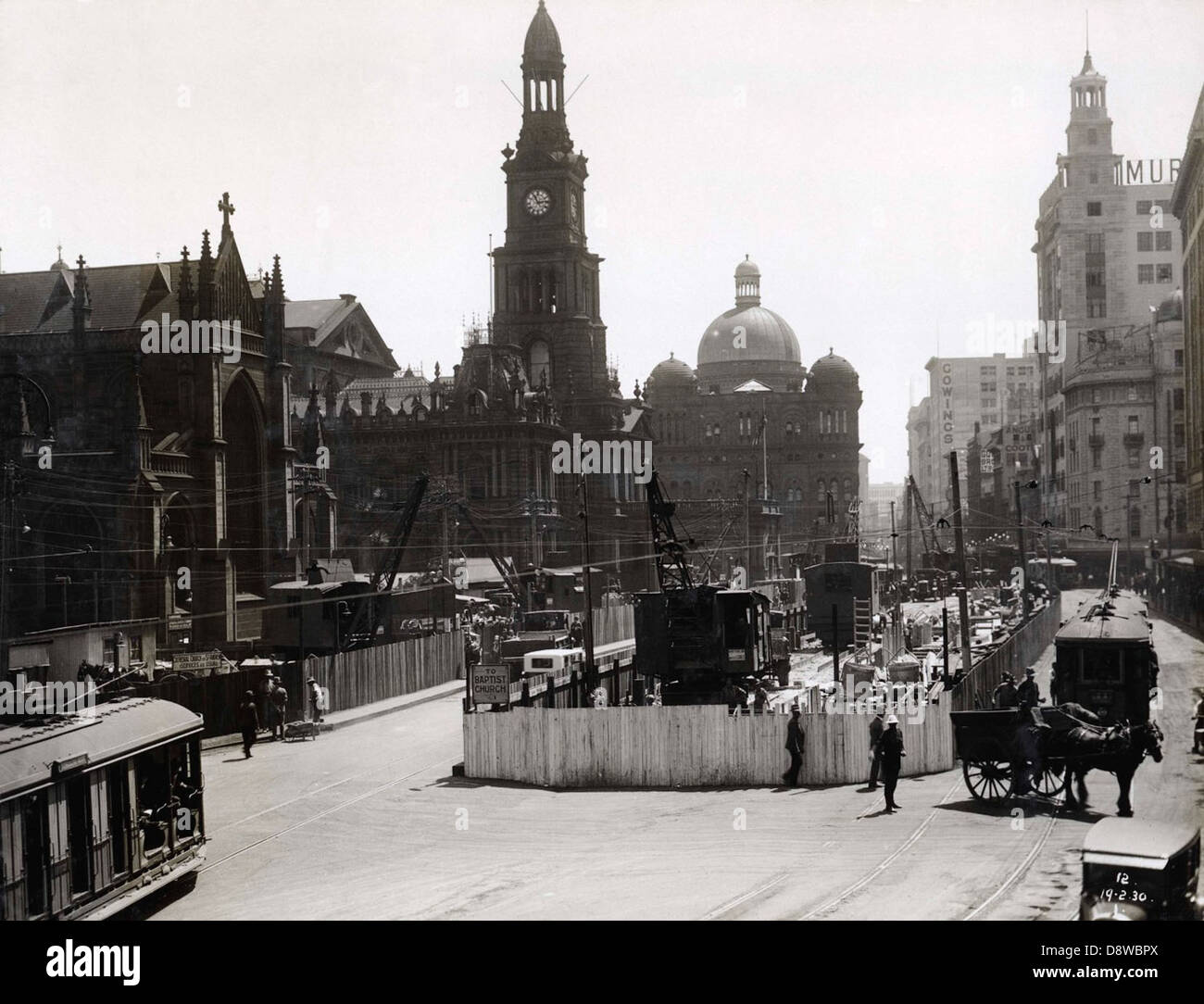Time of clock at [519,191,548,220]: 11:13
